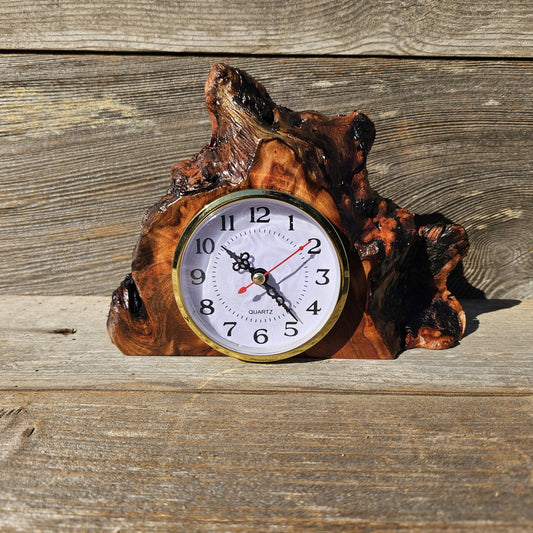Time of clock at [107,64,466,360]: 10:23
